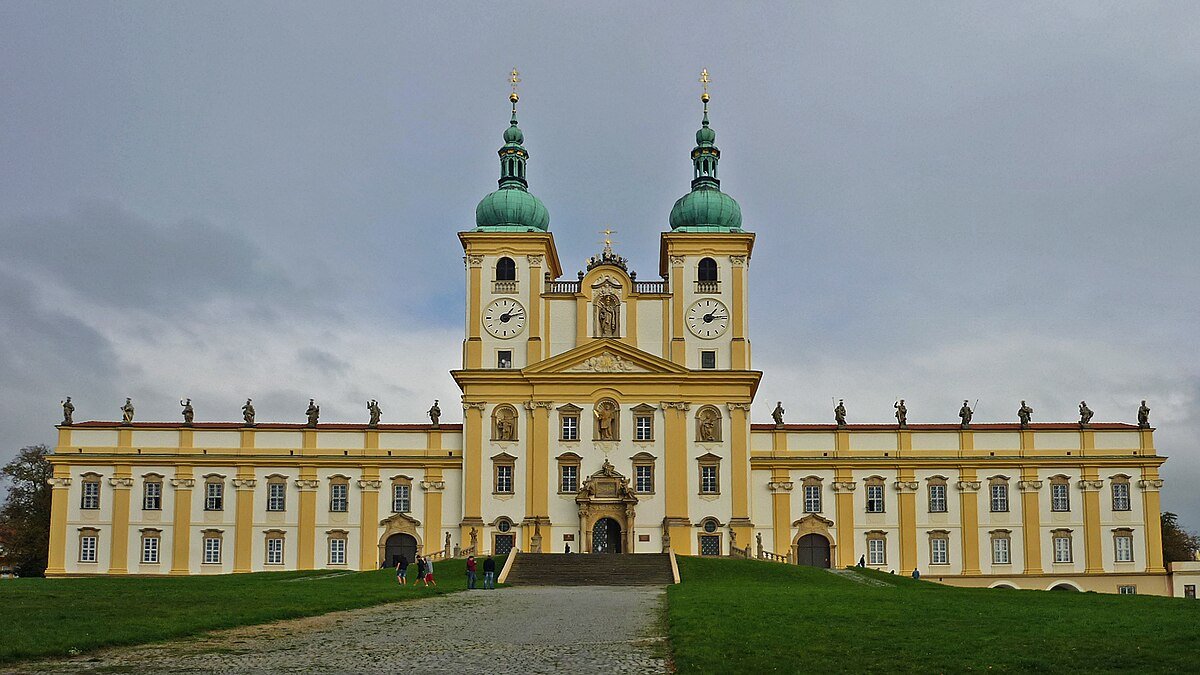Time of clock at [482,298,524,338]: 1:12
